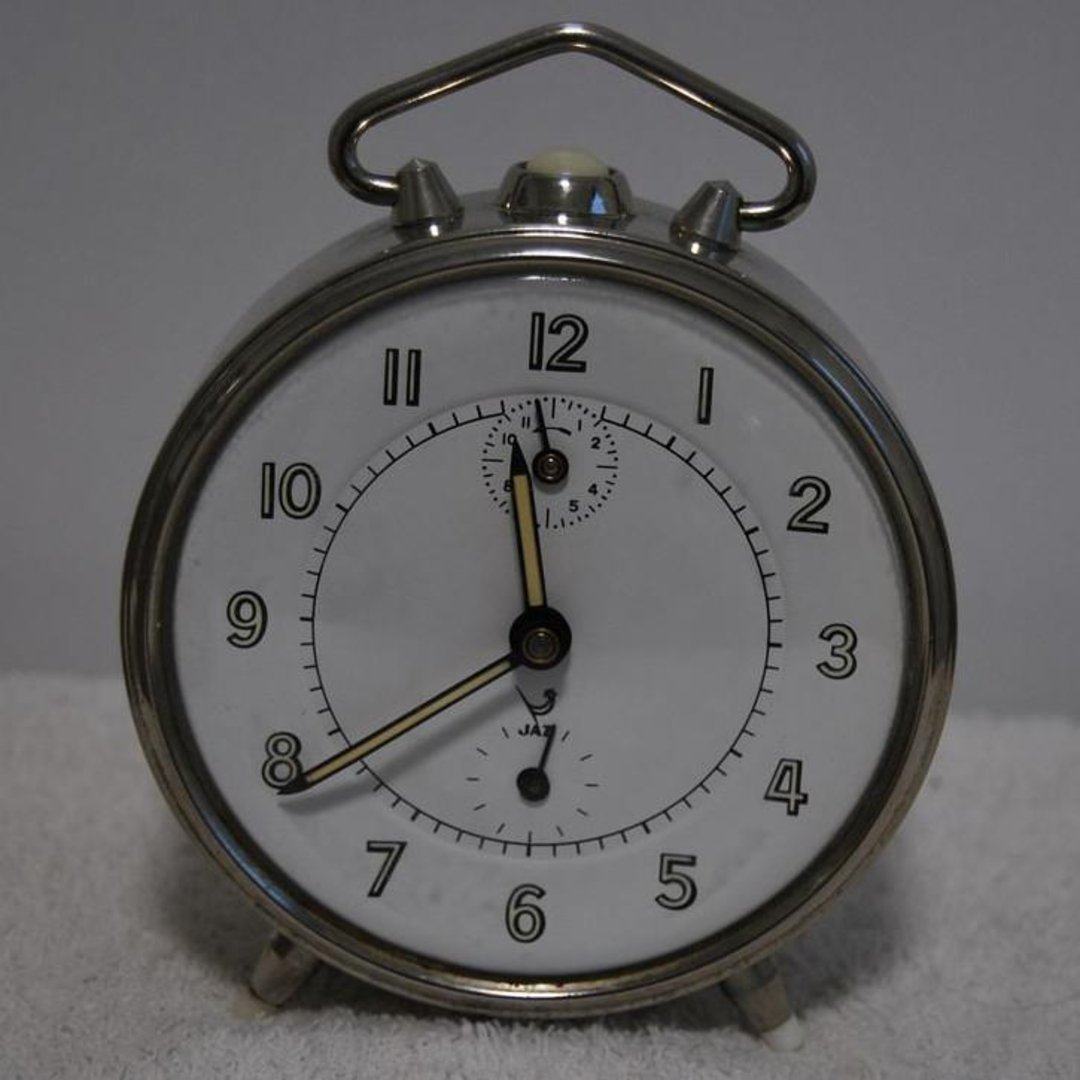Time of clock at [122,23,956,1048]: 11:39
